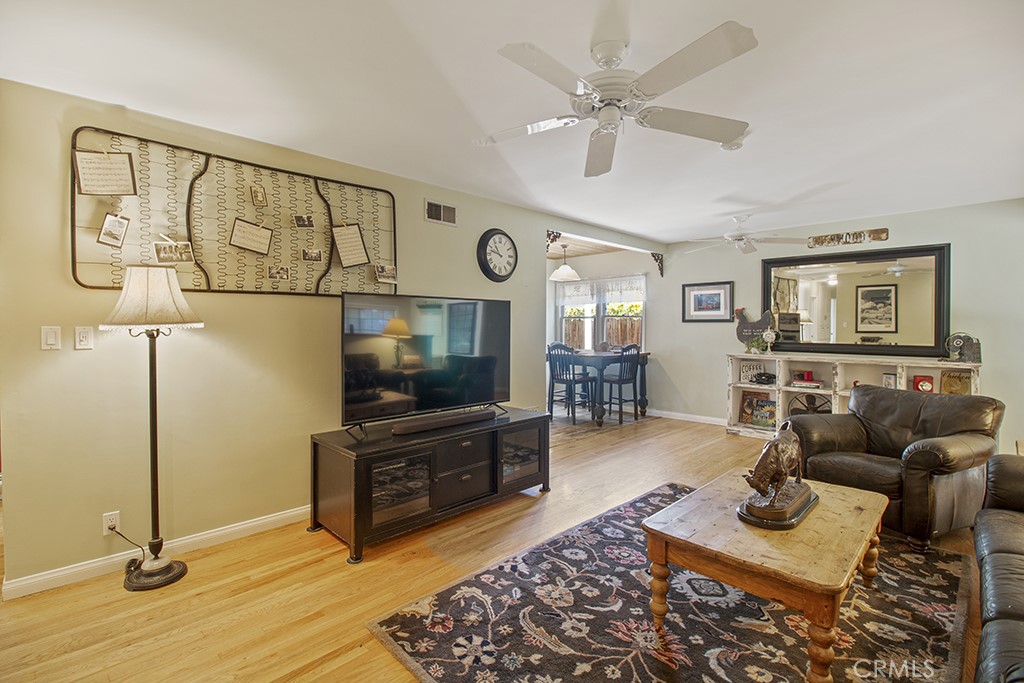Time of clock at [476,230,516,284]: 10:47
